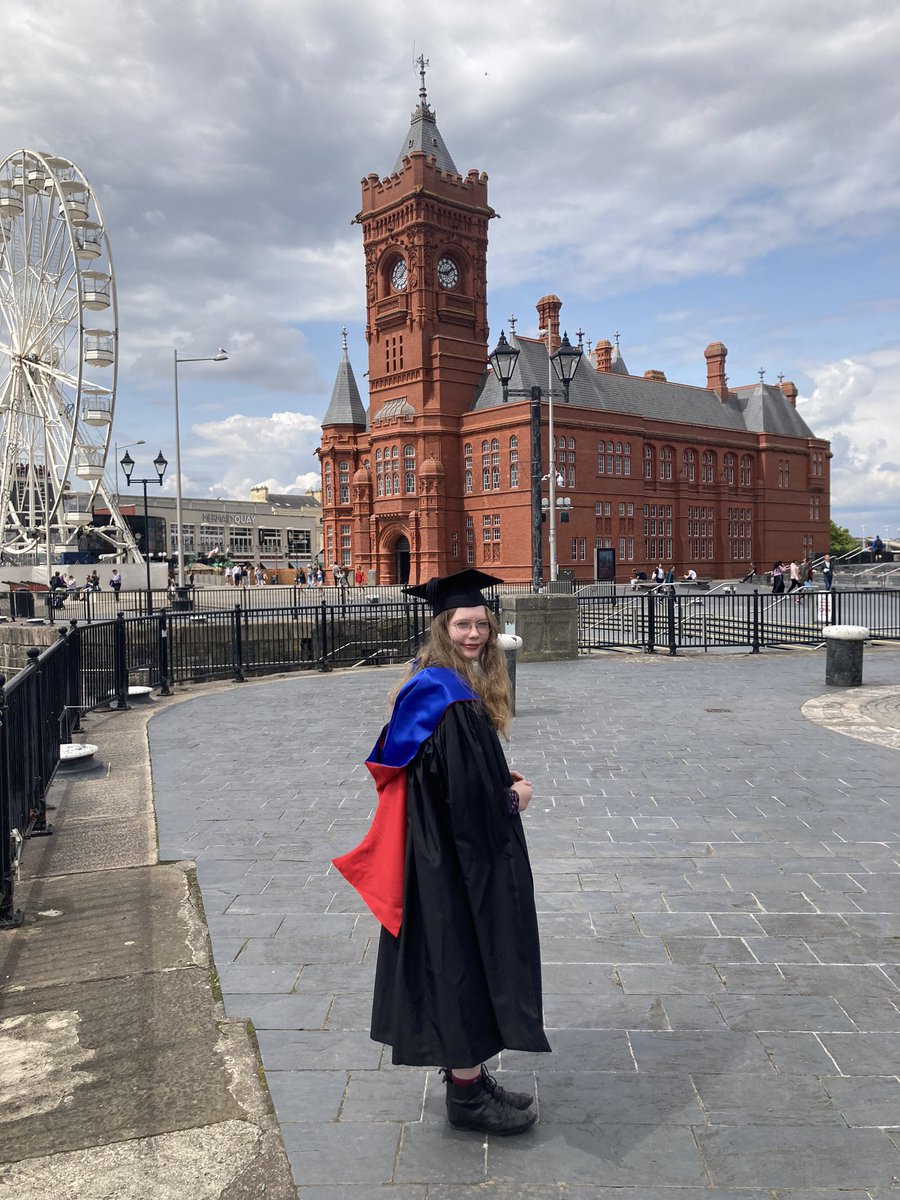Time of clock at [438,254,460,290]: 1:43
